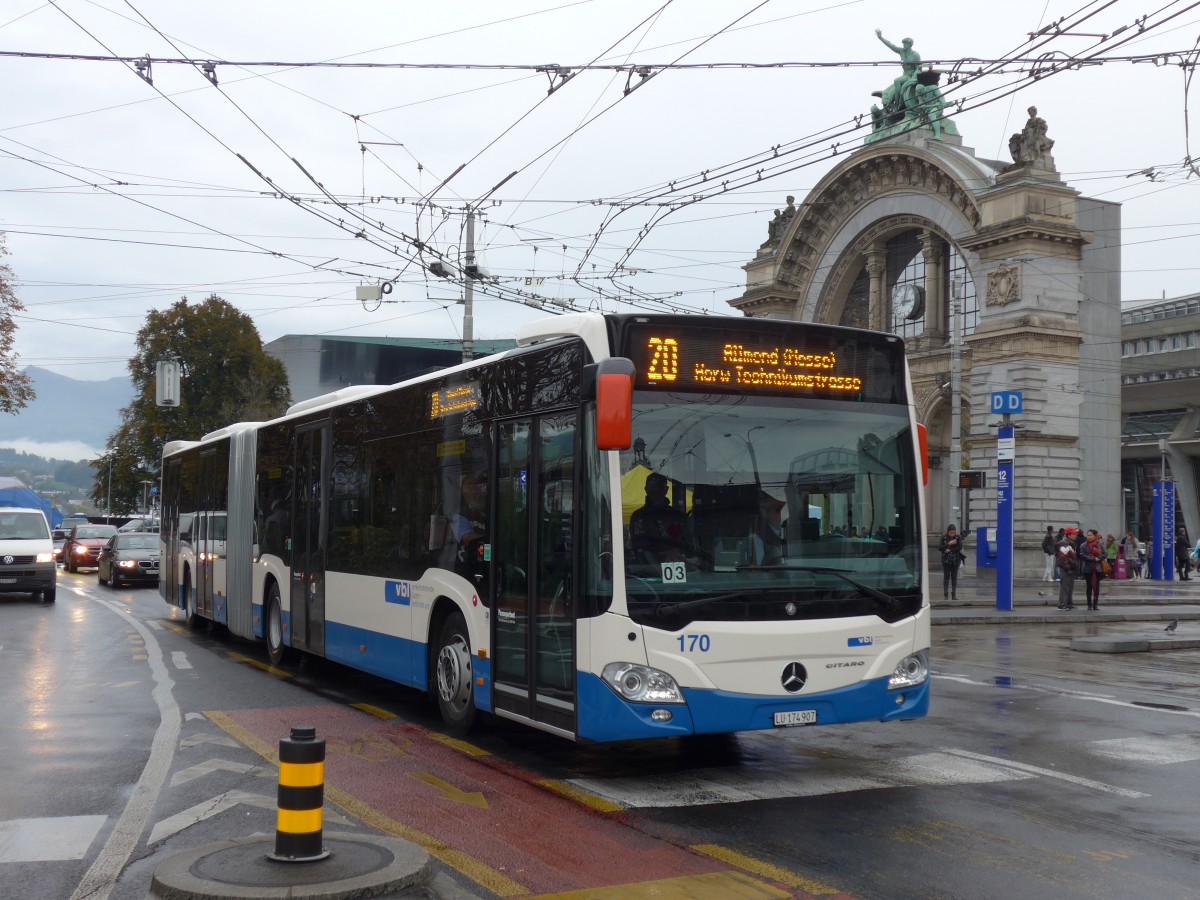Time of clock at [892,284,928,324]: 3:02
